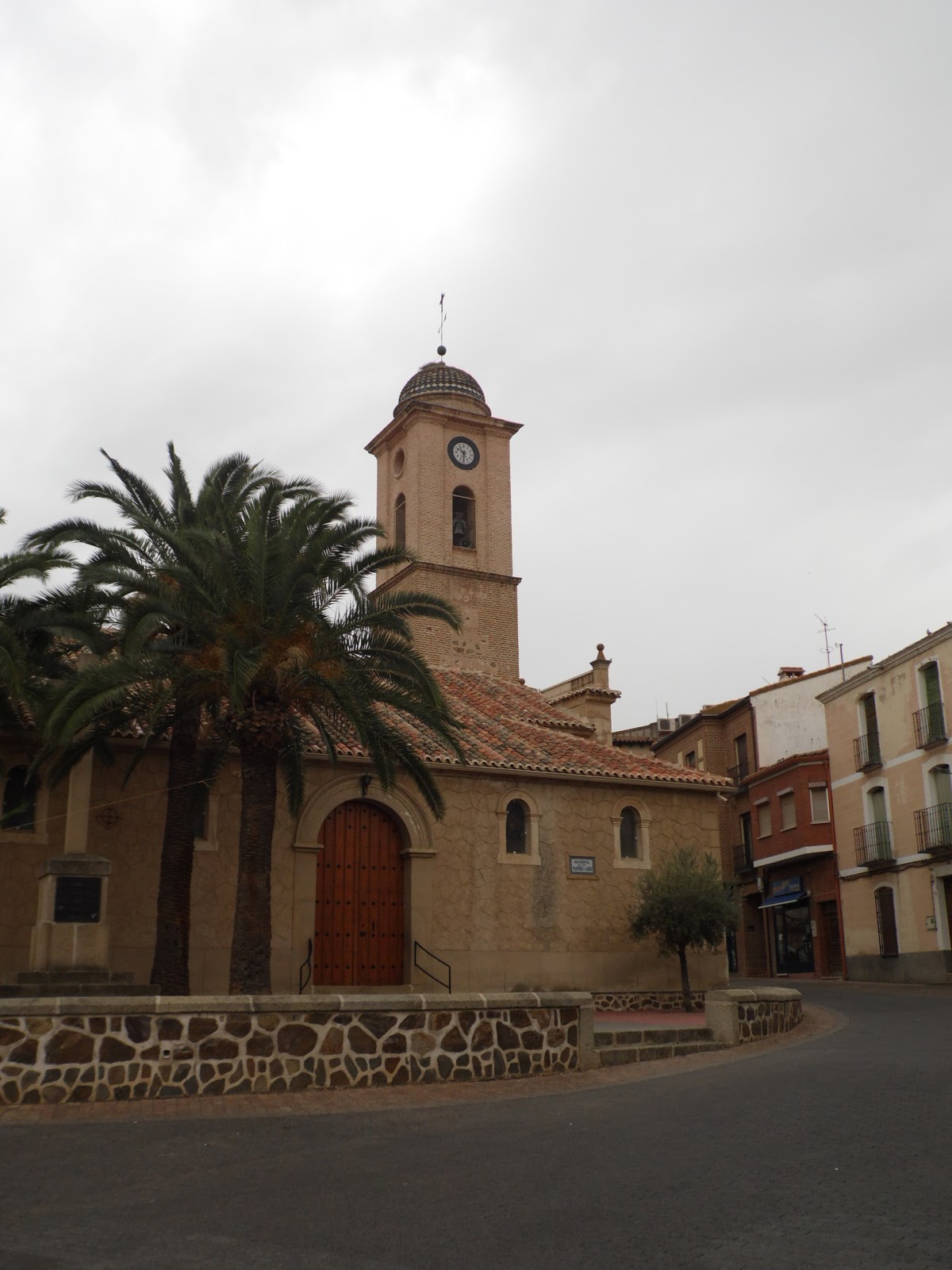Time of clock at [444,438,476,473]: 10:31
